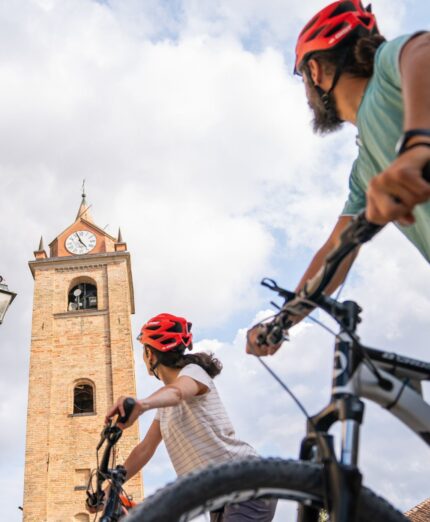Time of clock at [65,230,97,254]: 4:56
